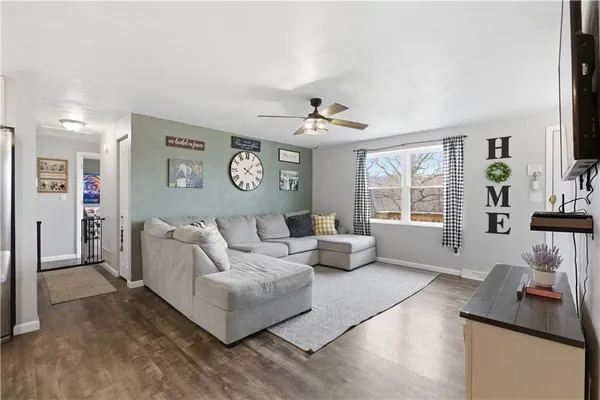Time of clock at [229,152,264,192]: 4:07
